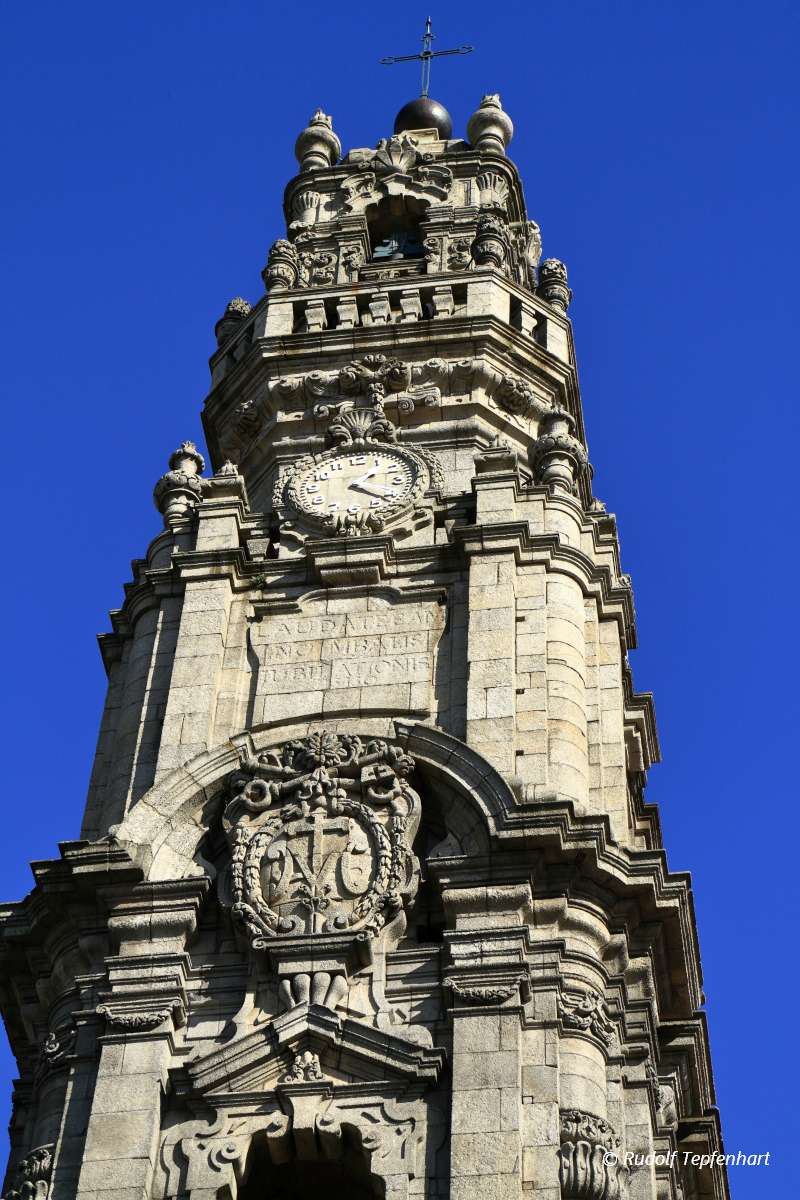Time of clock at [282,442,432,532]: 1:20
